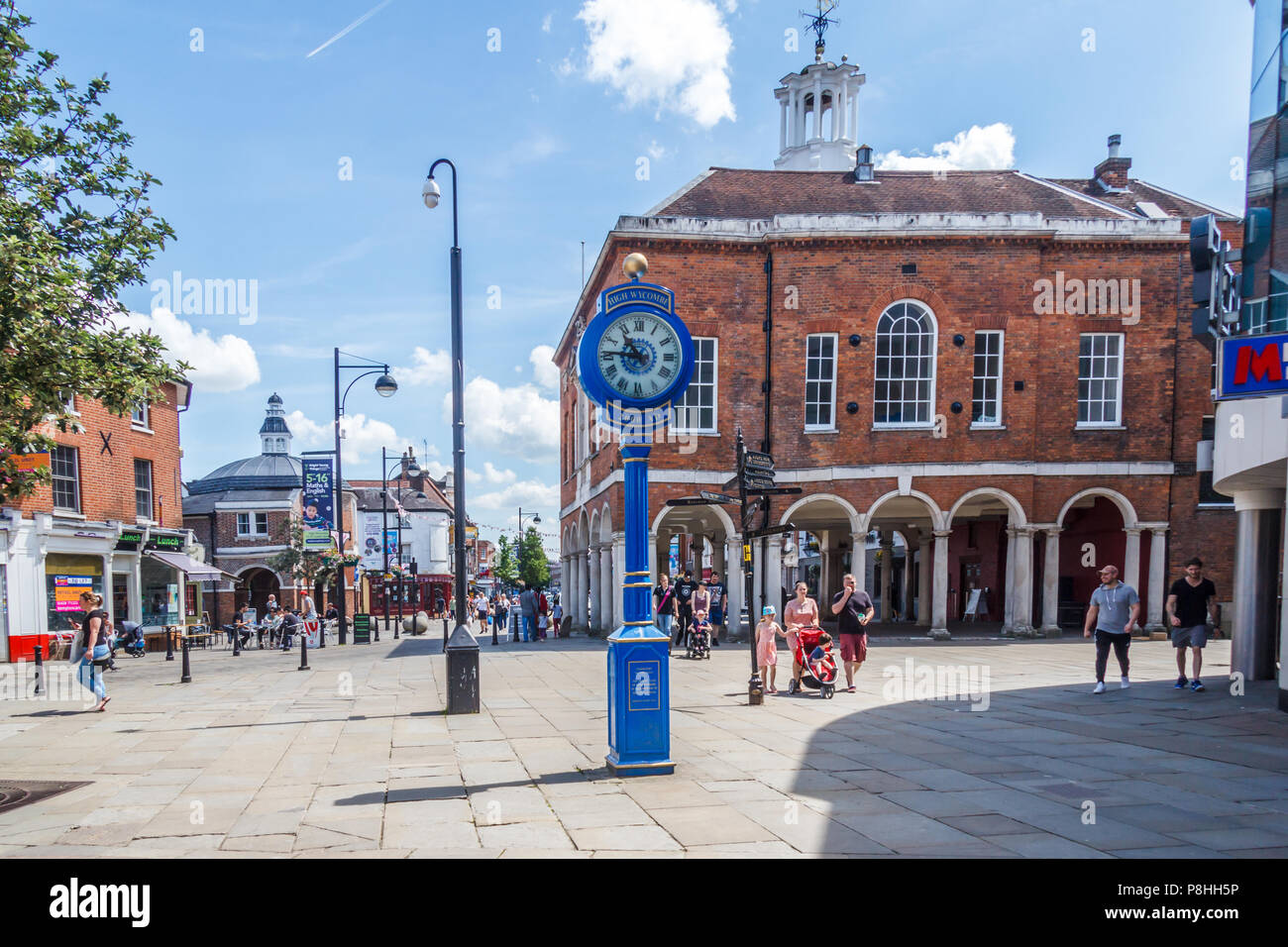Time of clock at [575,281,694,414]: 10:45
